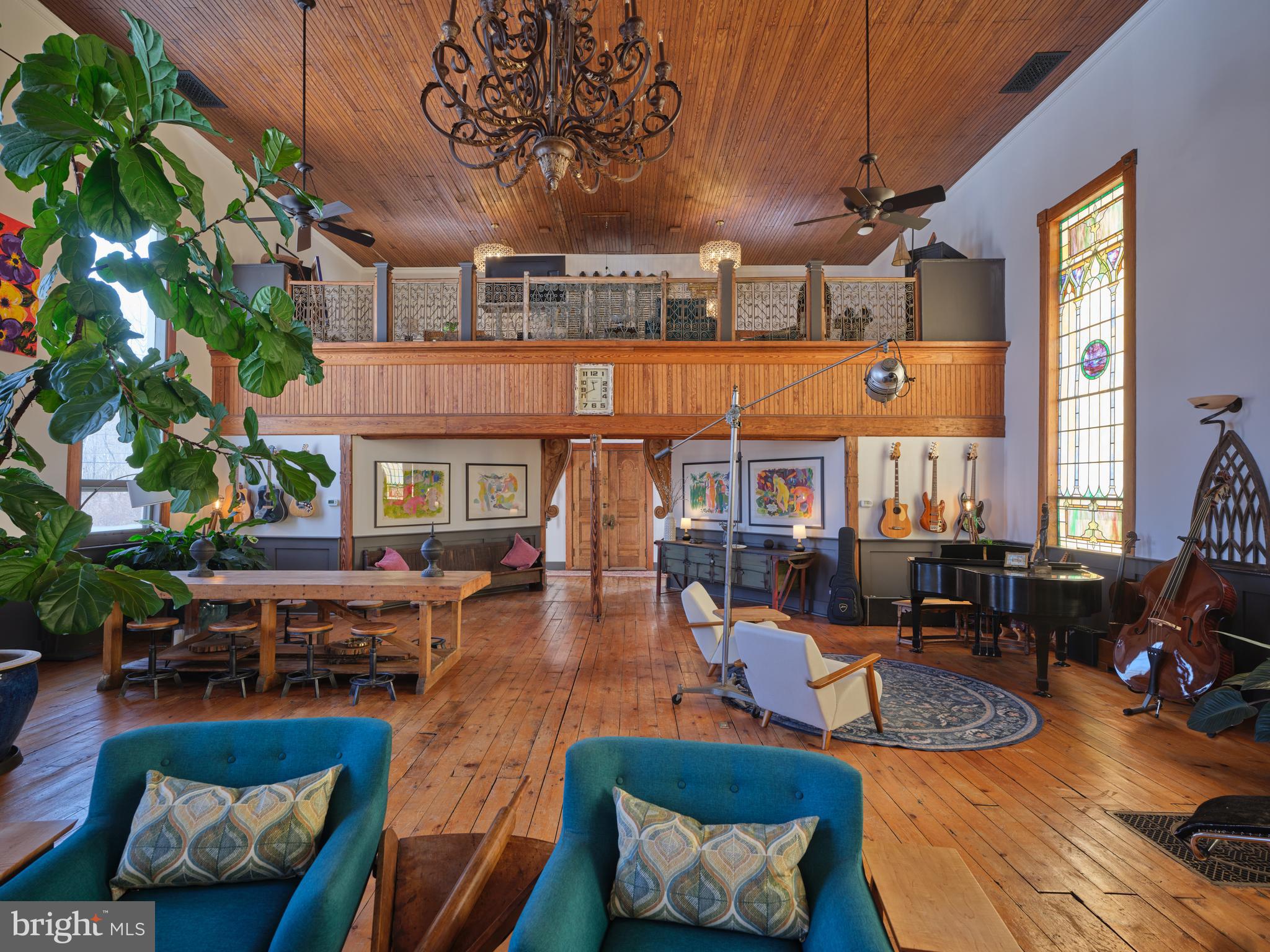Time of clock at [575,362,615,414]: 11:41
